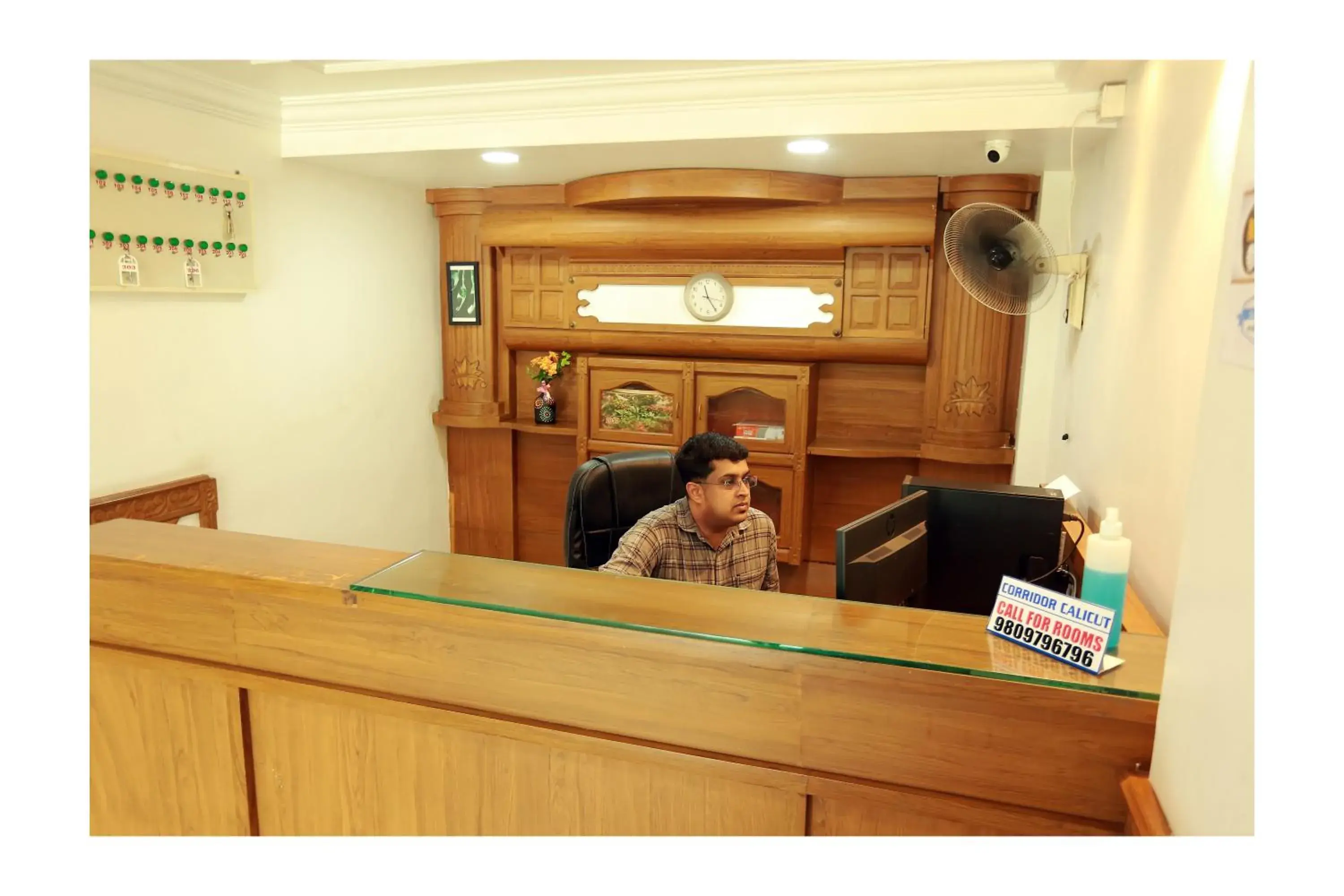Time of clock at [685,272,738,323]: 11:24
